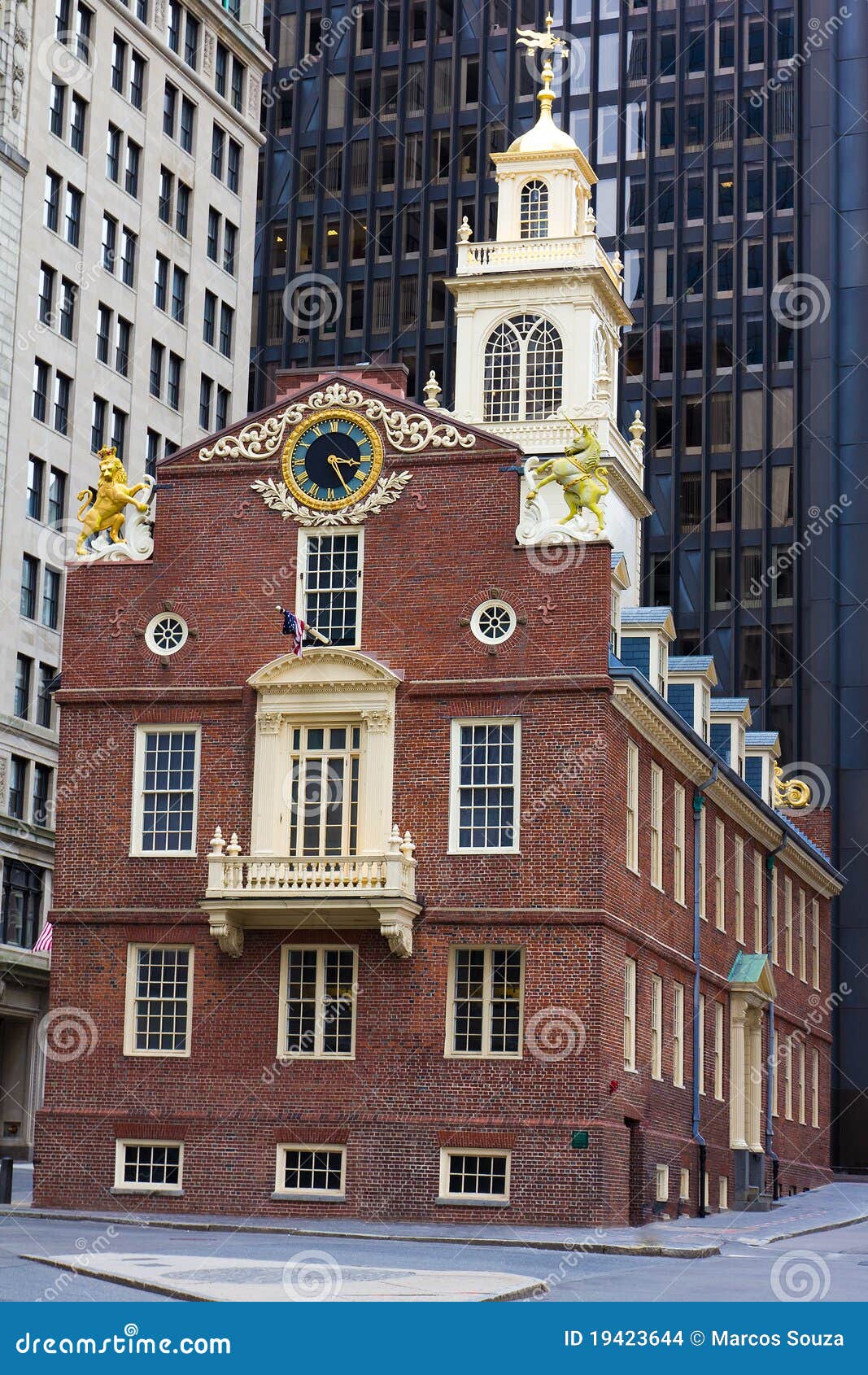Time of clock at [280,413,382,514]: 3:25
